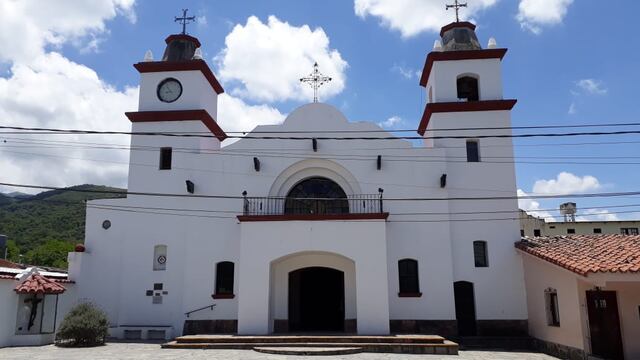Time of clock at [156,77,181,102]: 8:53
